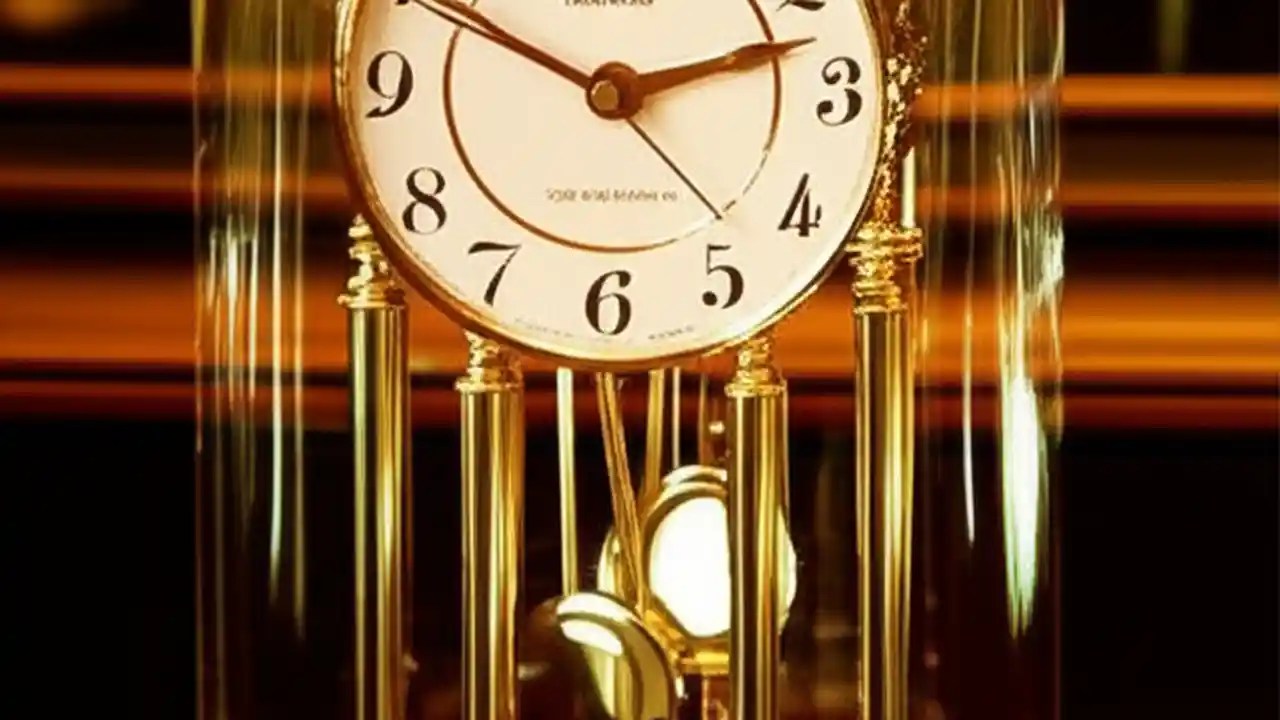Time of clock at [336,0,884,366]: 10:12
